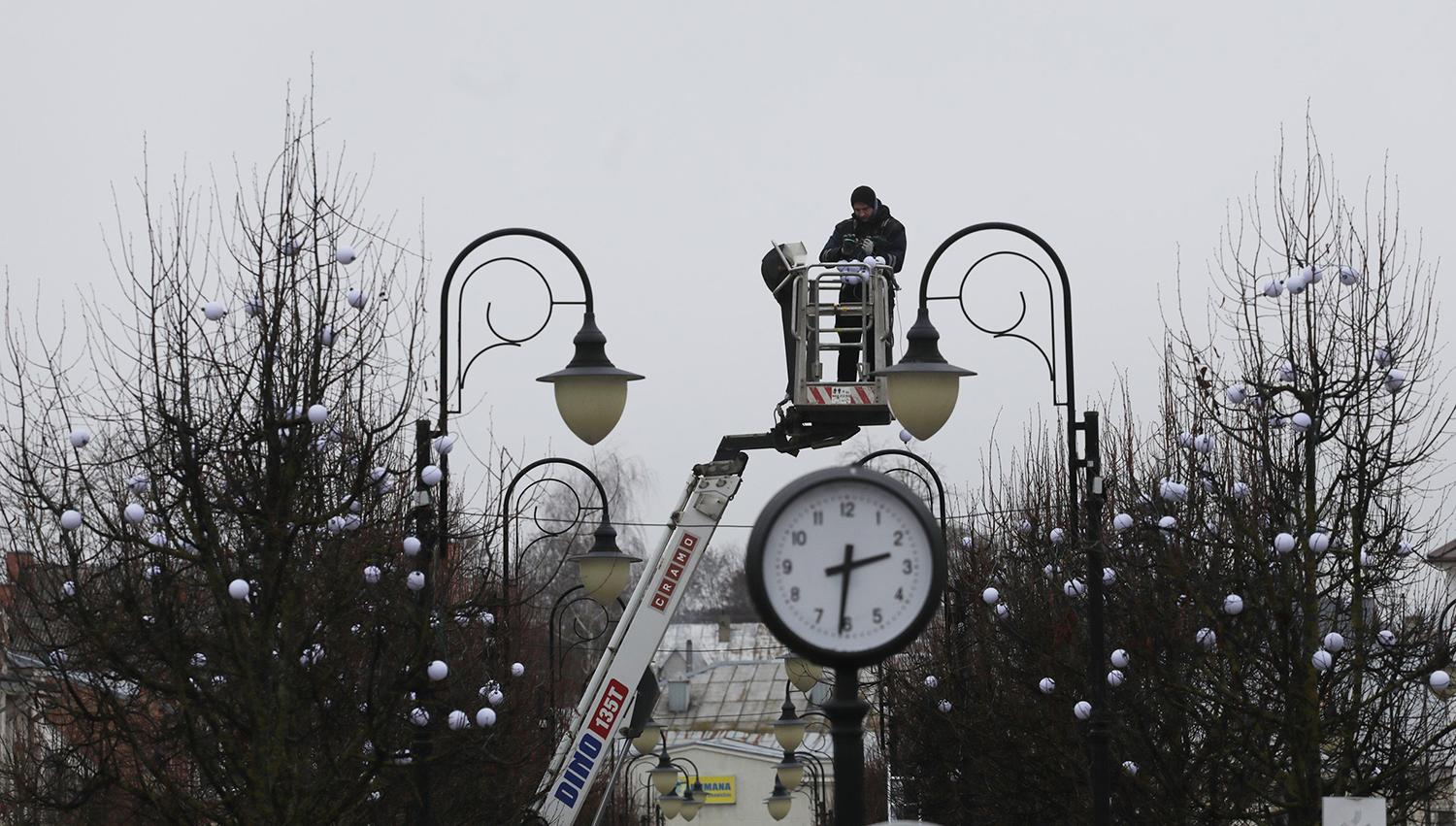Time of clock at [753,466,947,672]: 2:31
